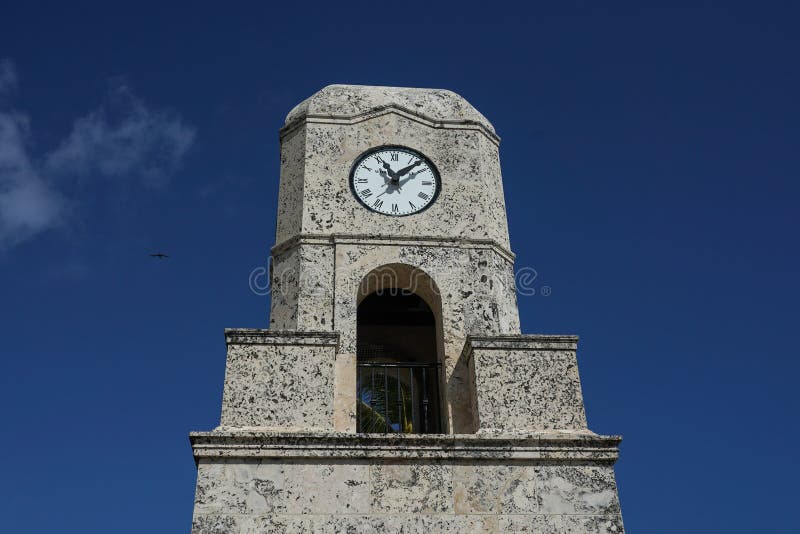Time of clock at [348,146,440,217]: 11:07
